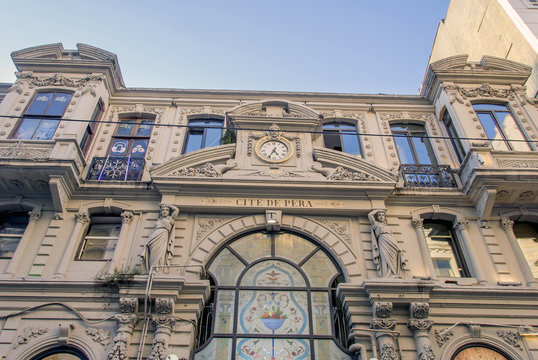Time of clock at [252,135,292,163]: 4:34
